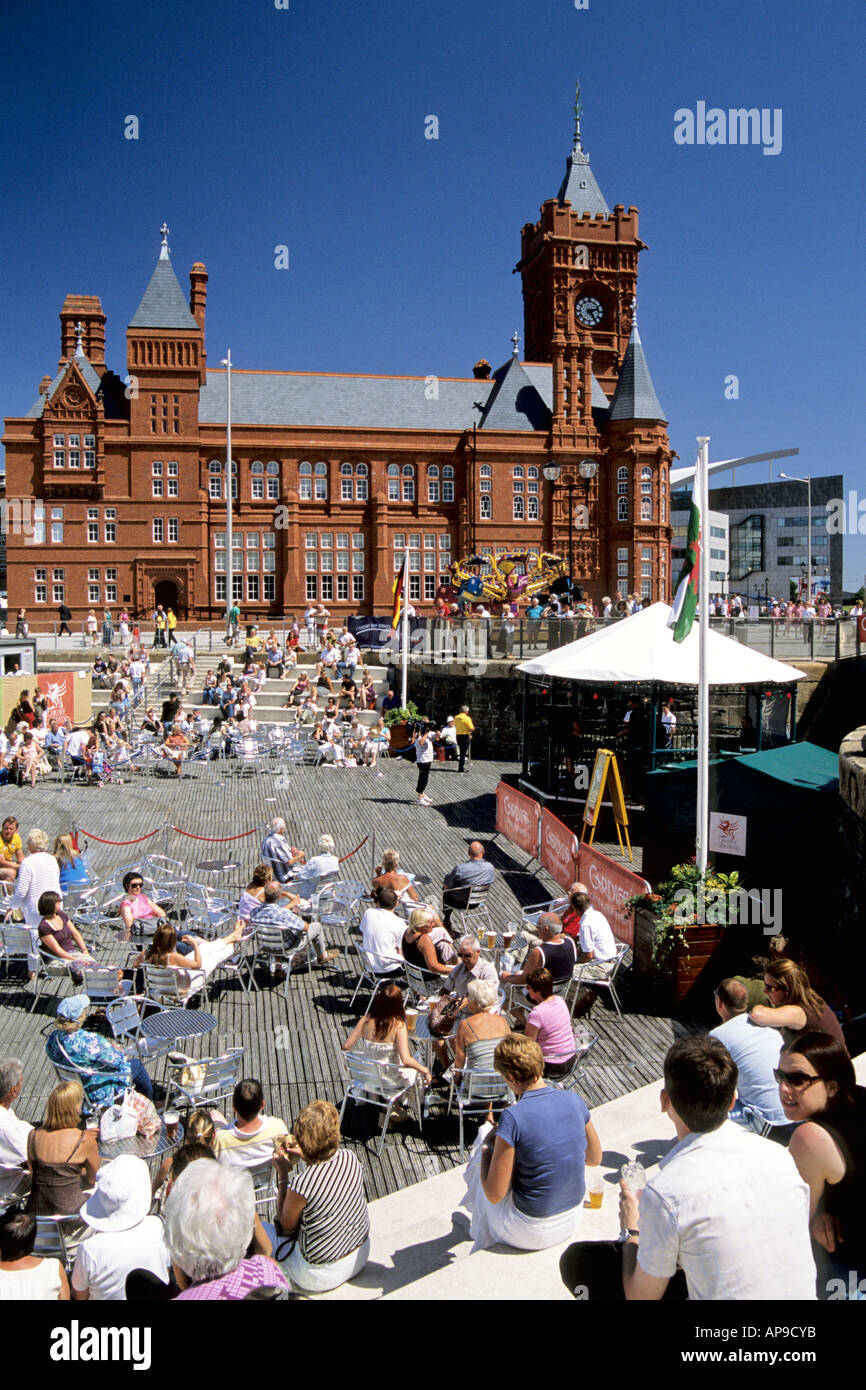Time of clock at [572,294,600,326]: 2:24
